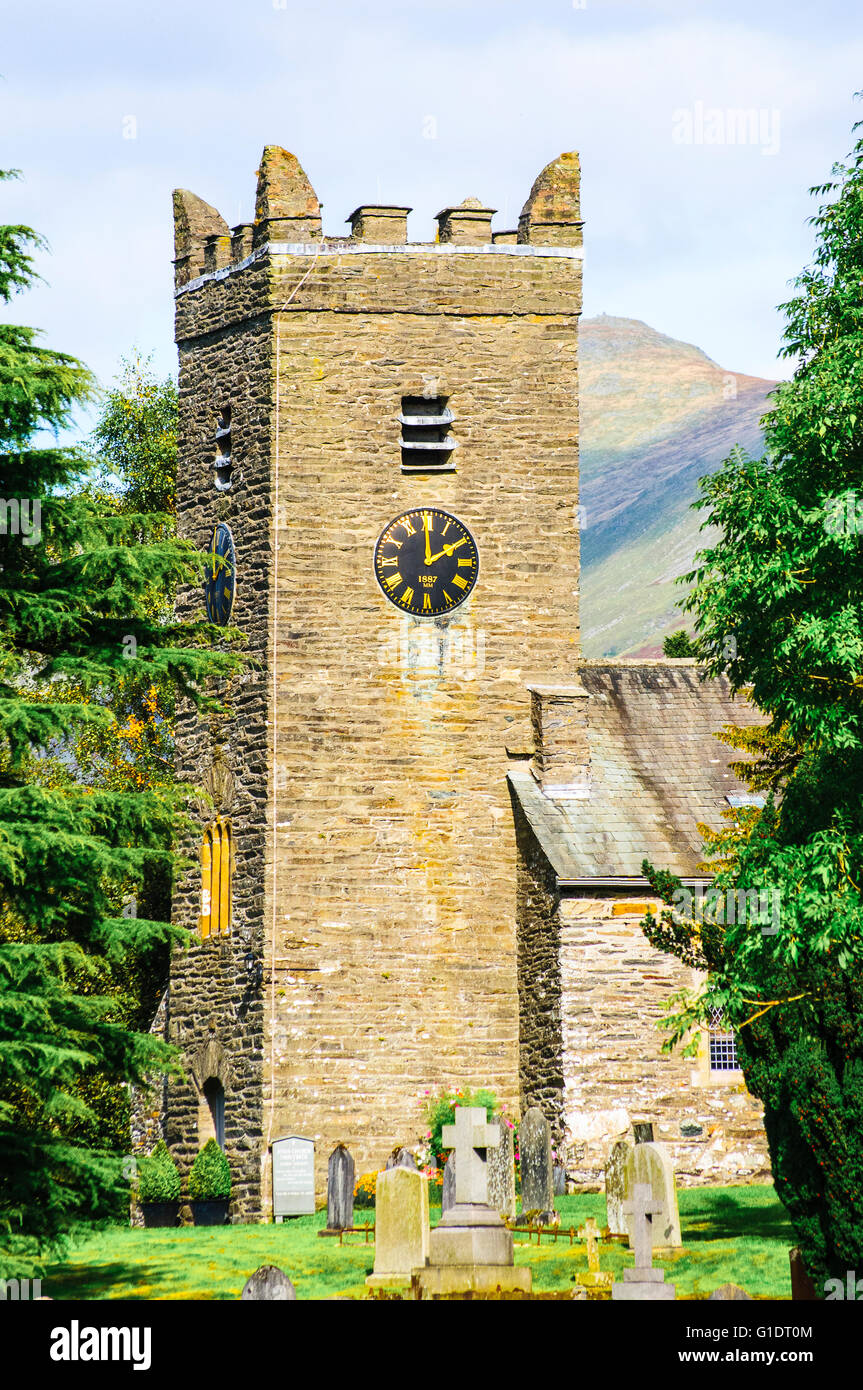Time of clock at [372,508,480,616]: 1:59
